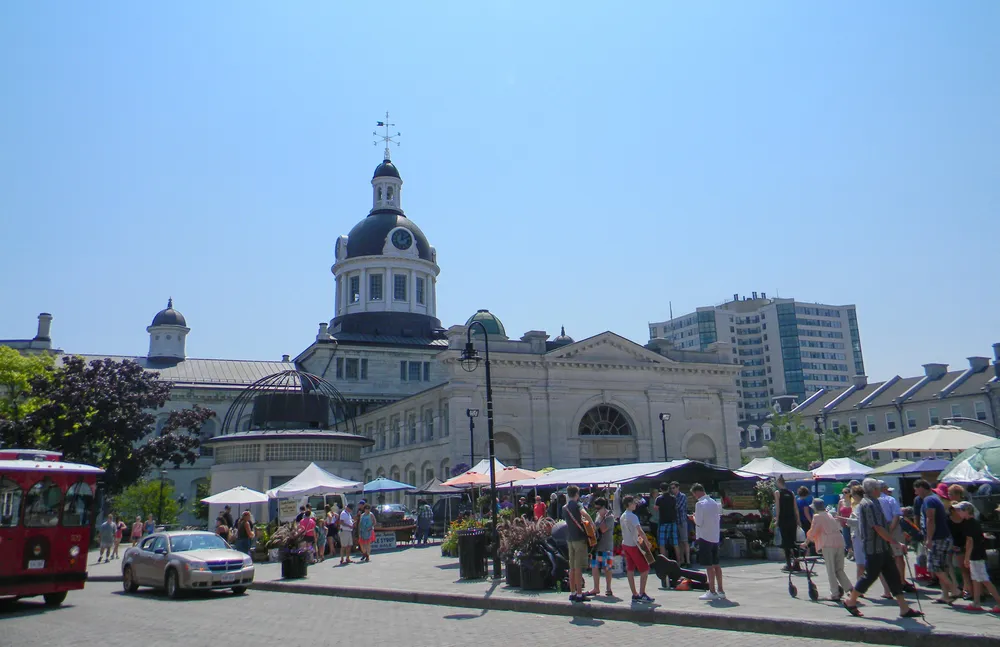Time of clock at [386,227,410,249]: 12:10
